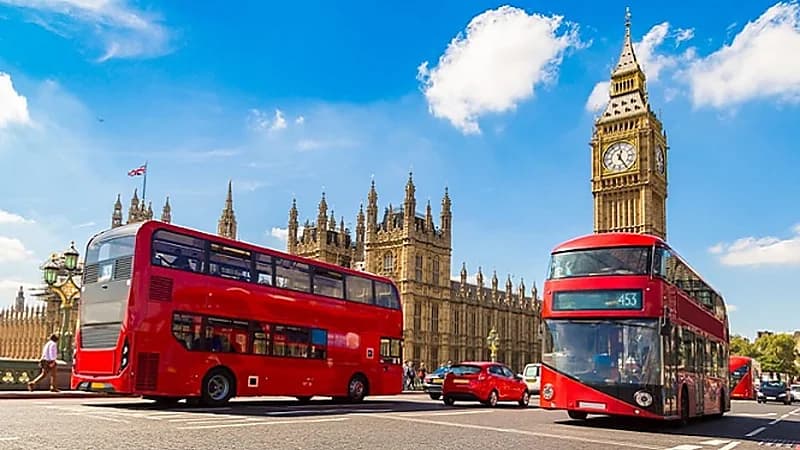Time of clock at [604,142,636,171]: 12:24
